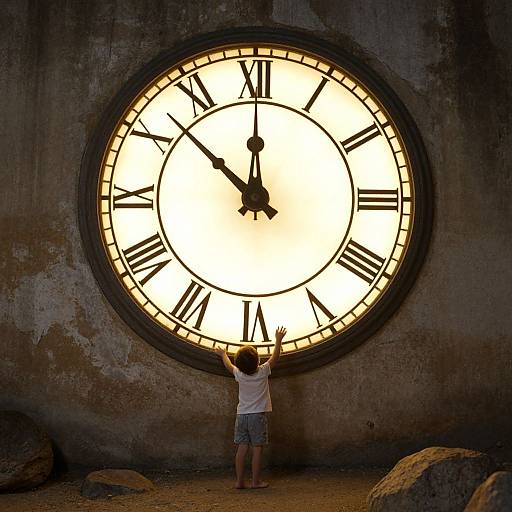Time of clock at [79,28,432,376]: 11:51
